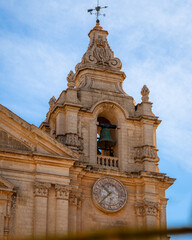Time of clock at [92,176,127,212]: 10:37
